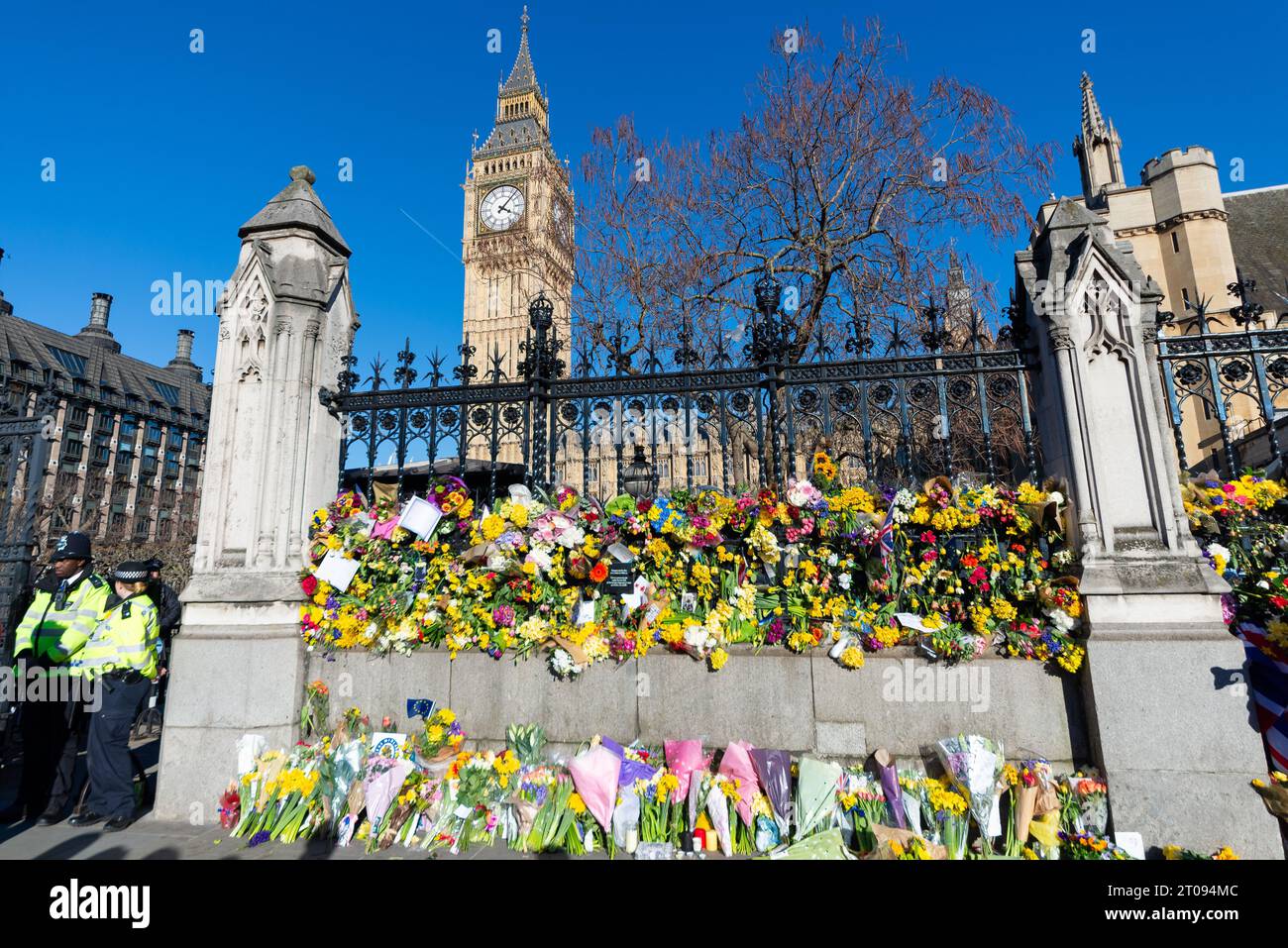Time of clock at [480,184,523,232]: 4:07
